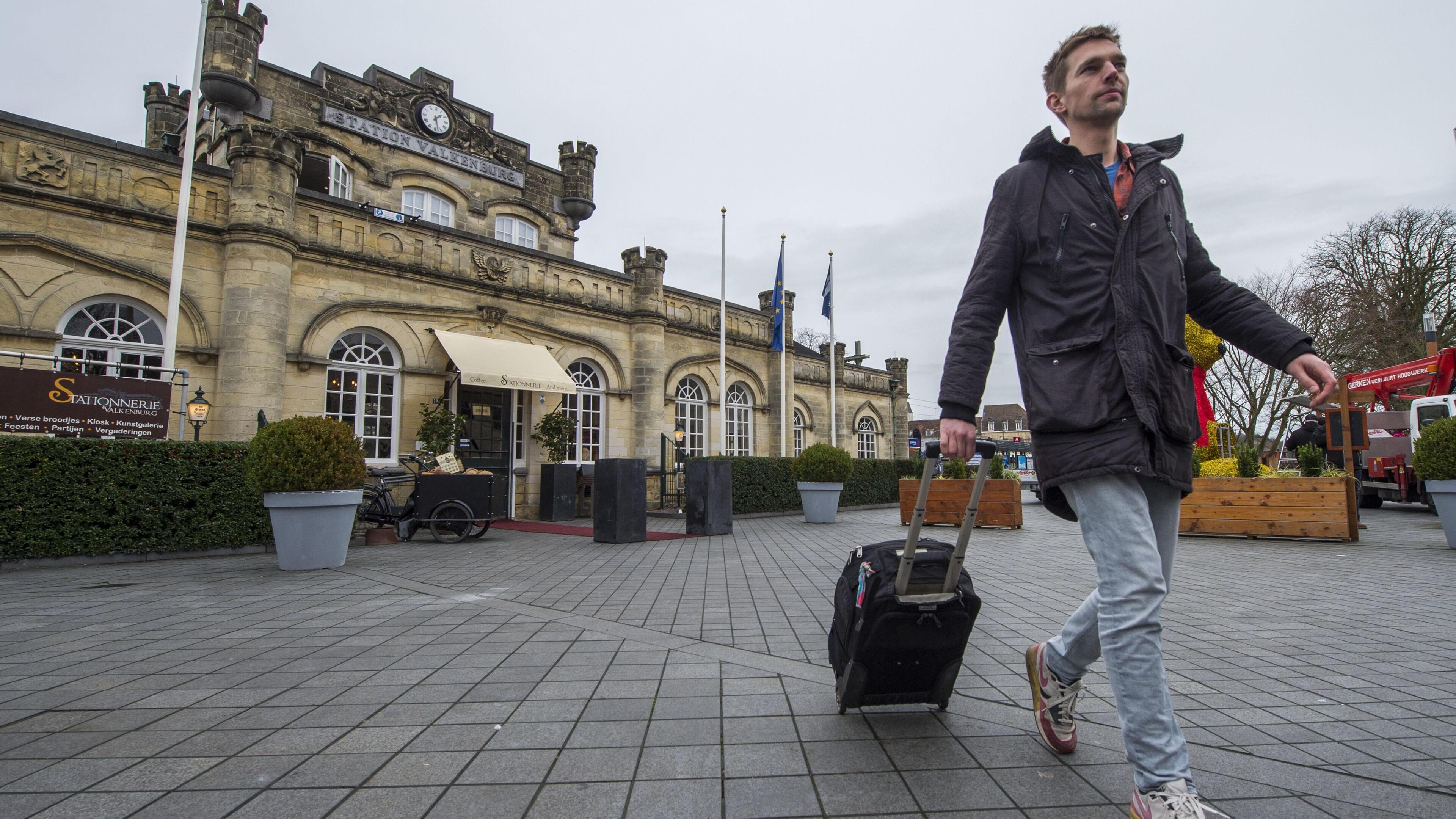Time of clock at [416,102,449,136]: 1:27
